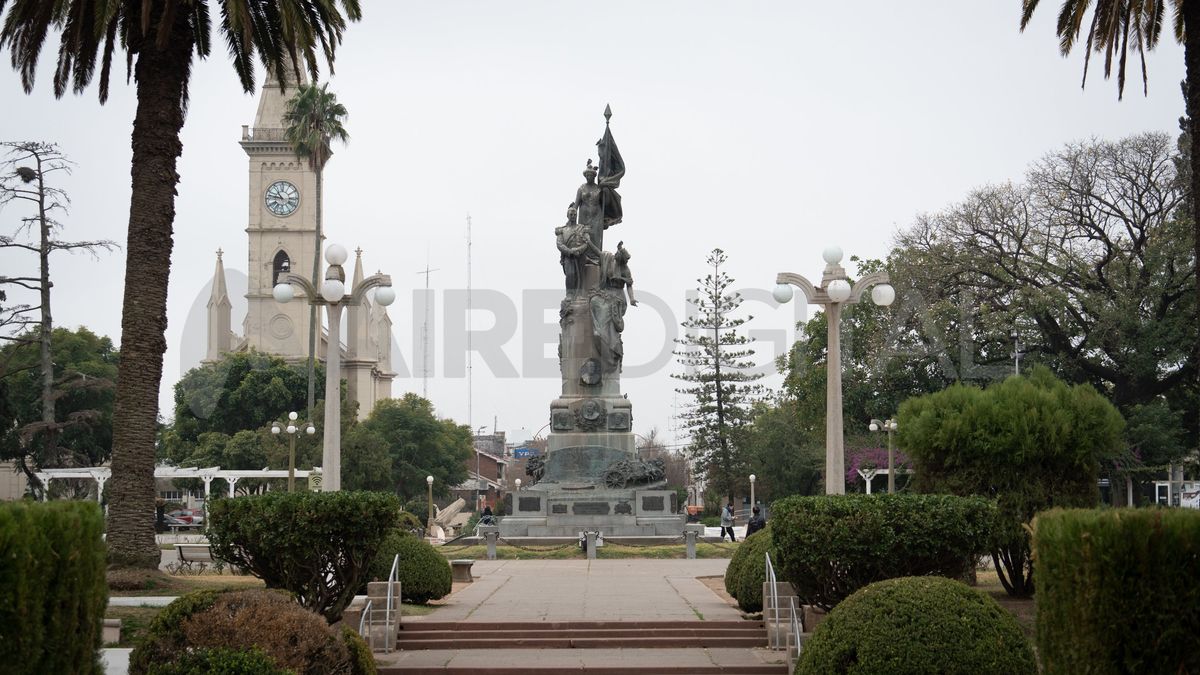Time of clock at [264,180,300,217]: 10:47
